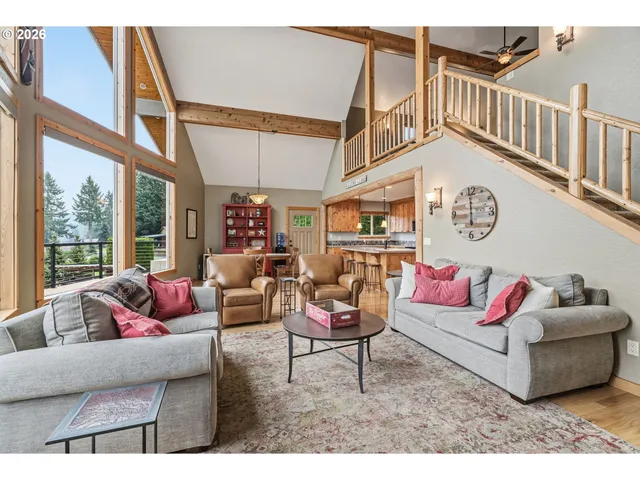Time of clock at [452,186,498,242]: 5:59
